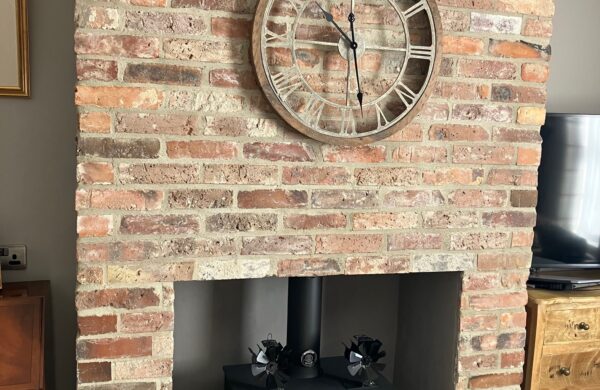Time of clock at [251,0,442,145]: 10:28
